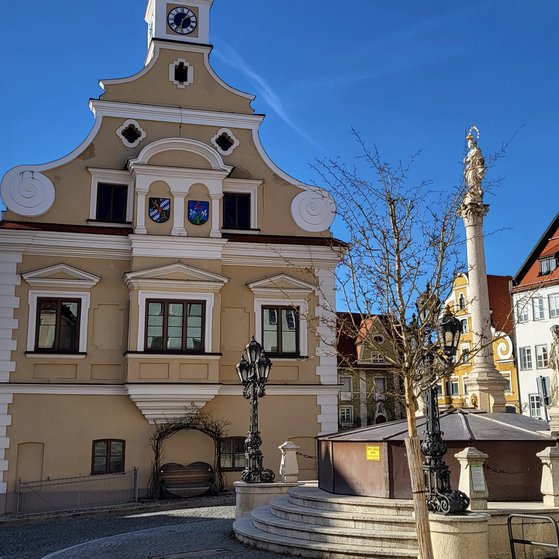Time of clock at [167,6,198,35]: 1:32
